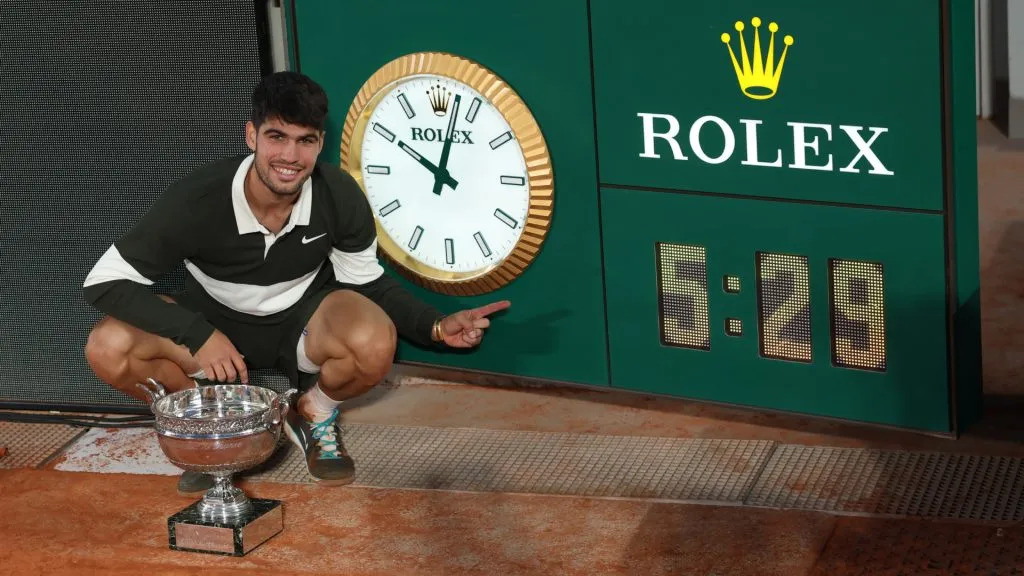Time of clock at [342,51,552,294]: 10:02
